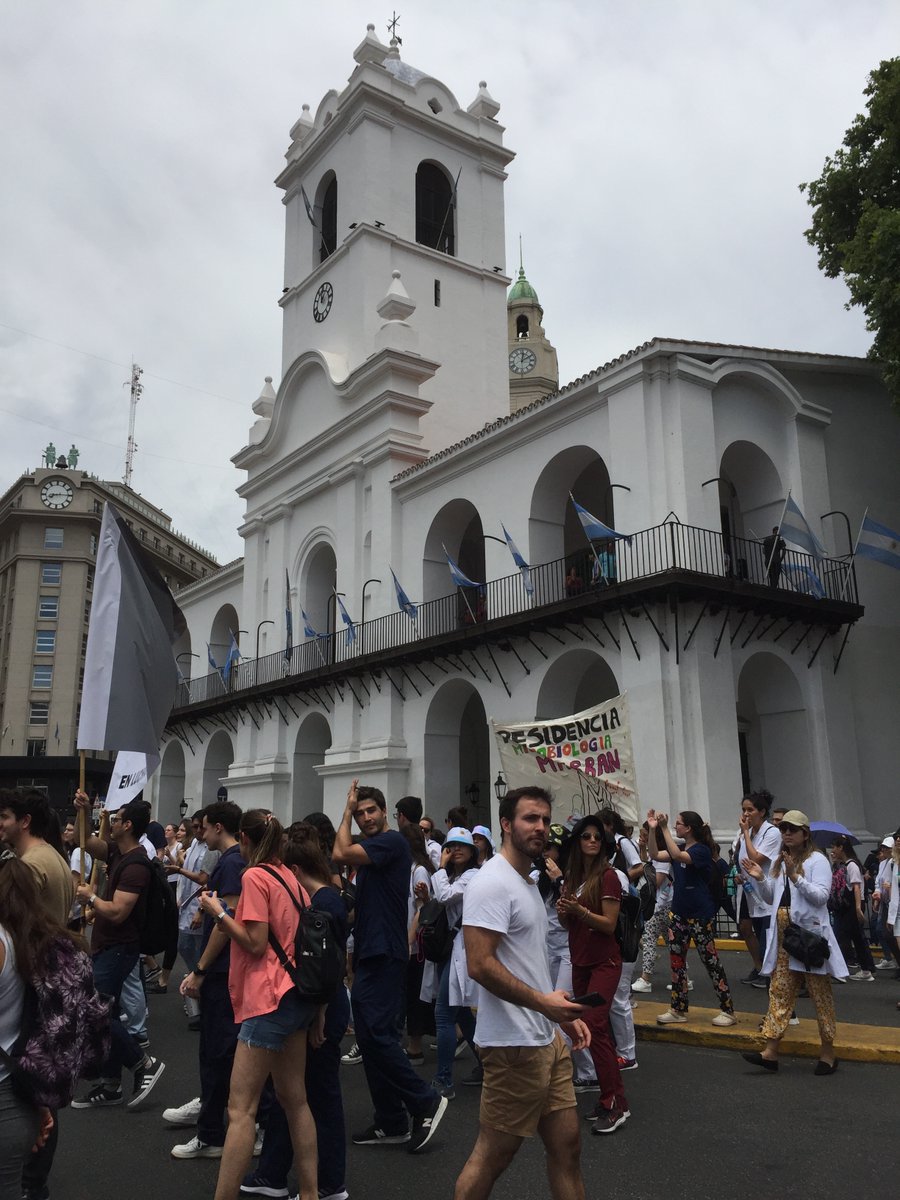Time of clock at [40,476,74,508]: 8:15
